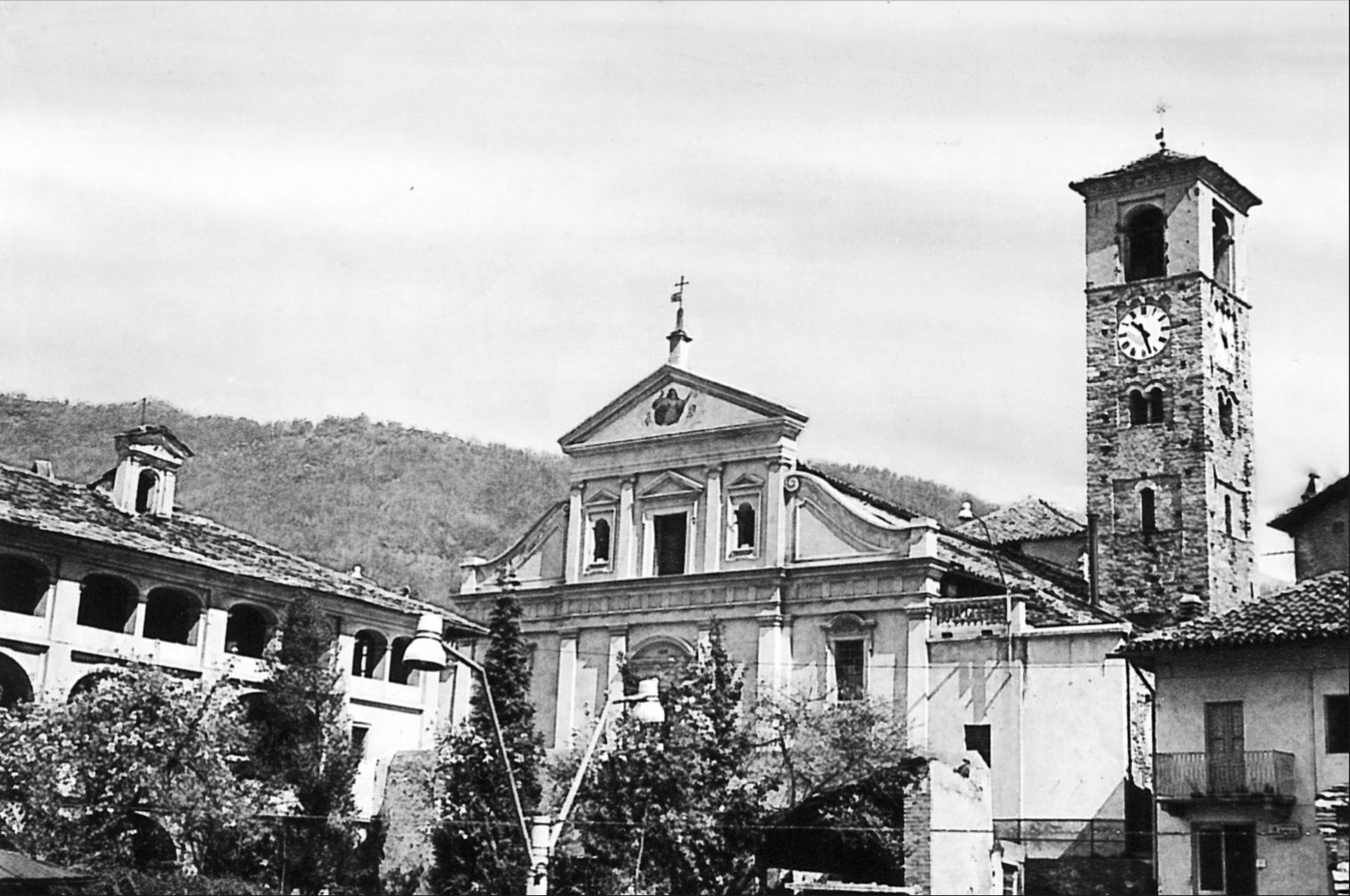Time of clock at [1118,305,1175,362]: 10:27
